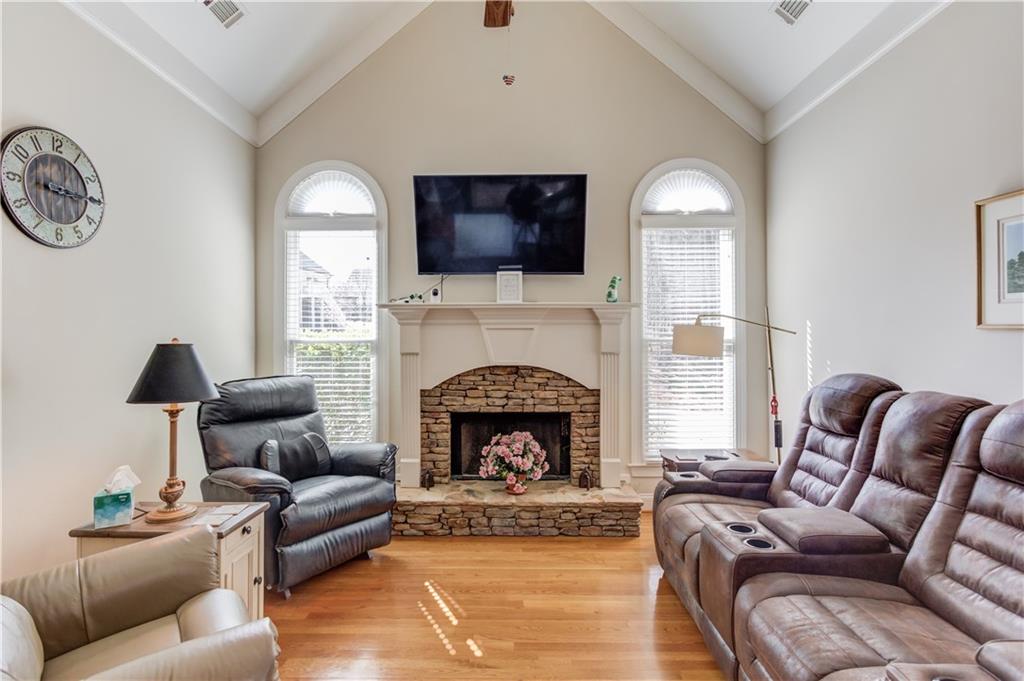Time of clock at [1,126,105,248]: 9:14
